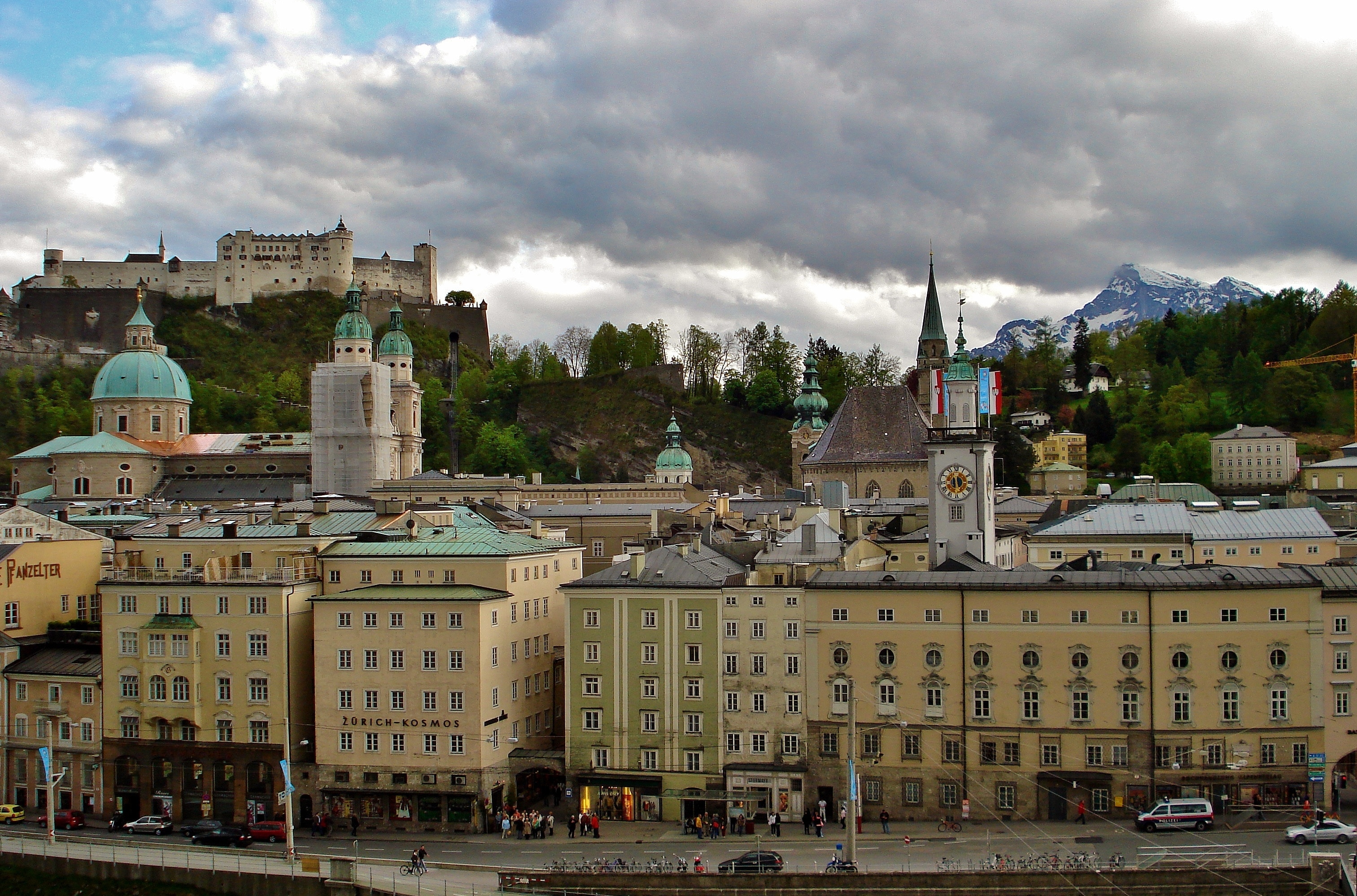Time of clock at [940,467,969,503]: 5:30
